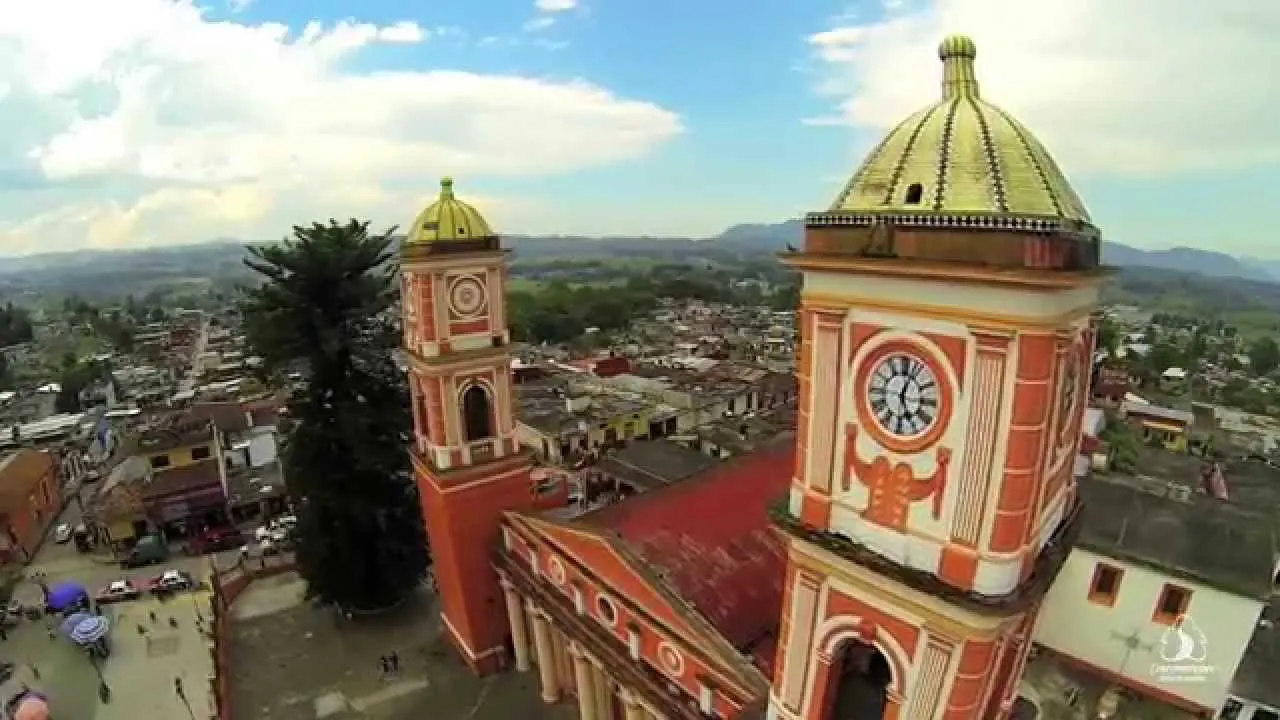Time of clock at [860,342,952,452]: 5:03
